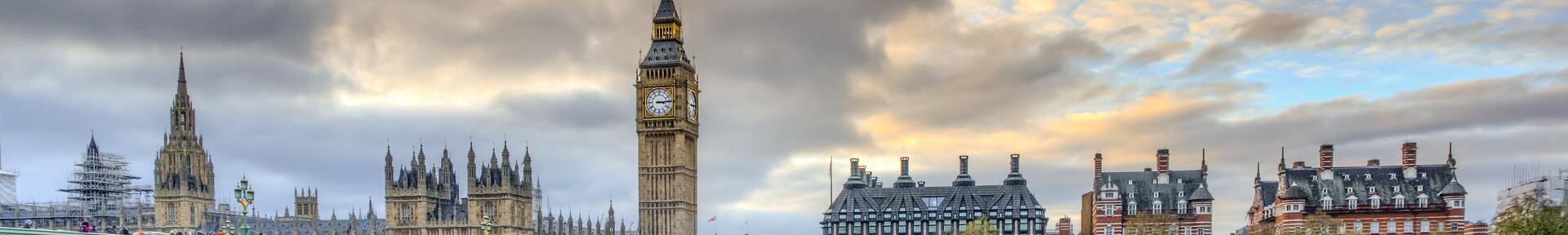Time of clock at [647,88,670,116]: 3:14
